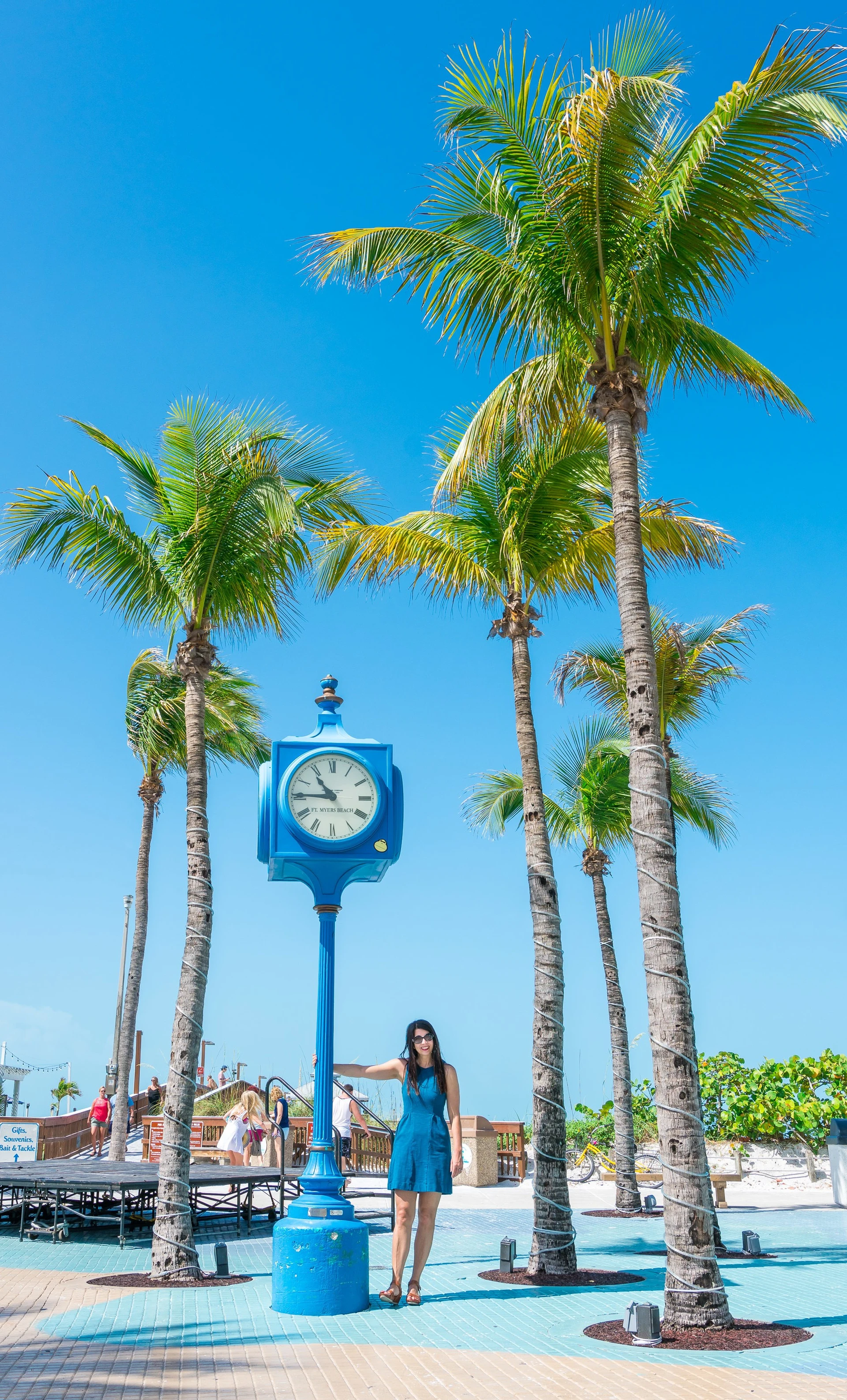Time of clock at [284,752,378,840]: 10:45
